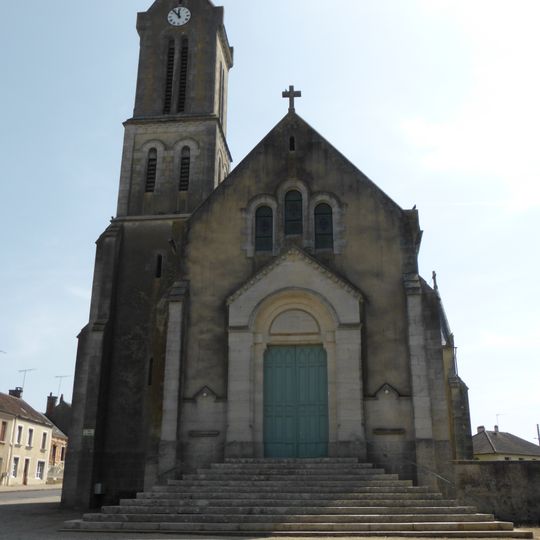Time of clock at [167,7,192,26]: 11:53
